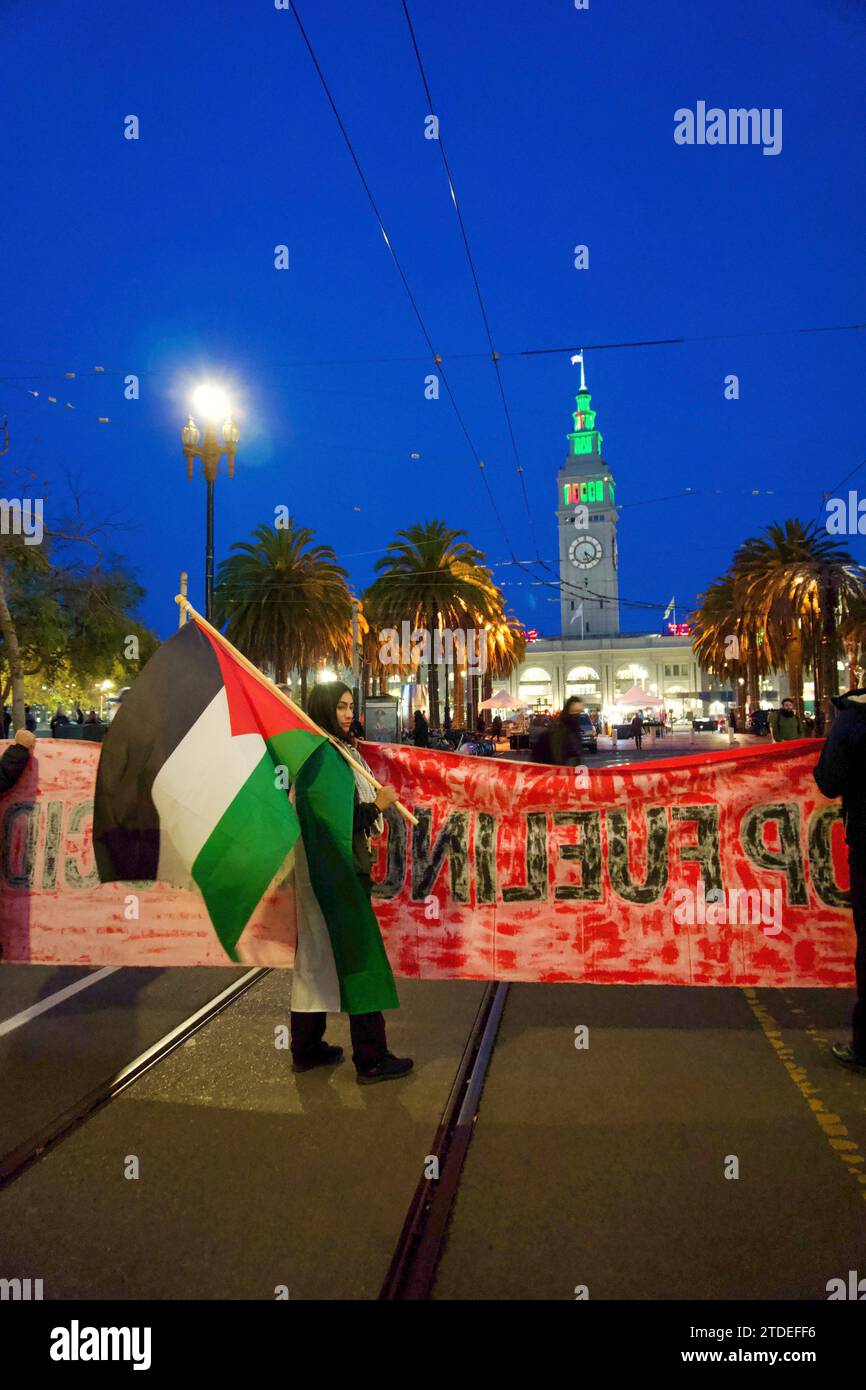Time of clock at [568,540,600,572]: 5:21
